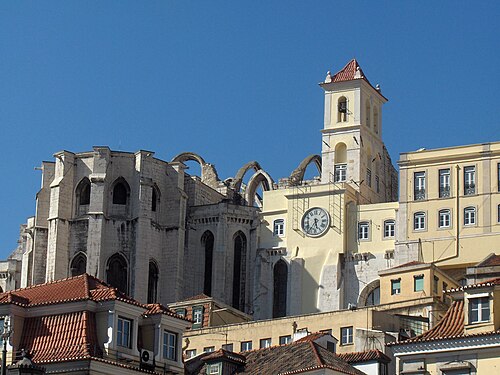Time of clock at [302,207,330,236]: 5:35
